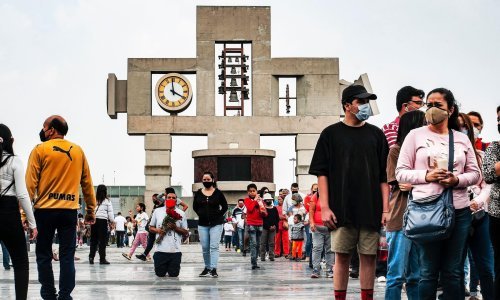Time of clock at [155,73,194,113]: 3:58
